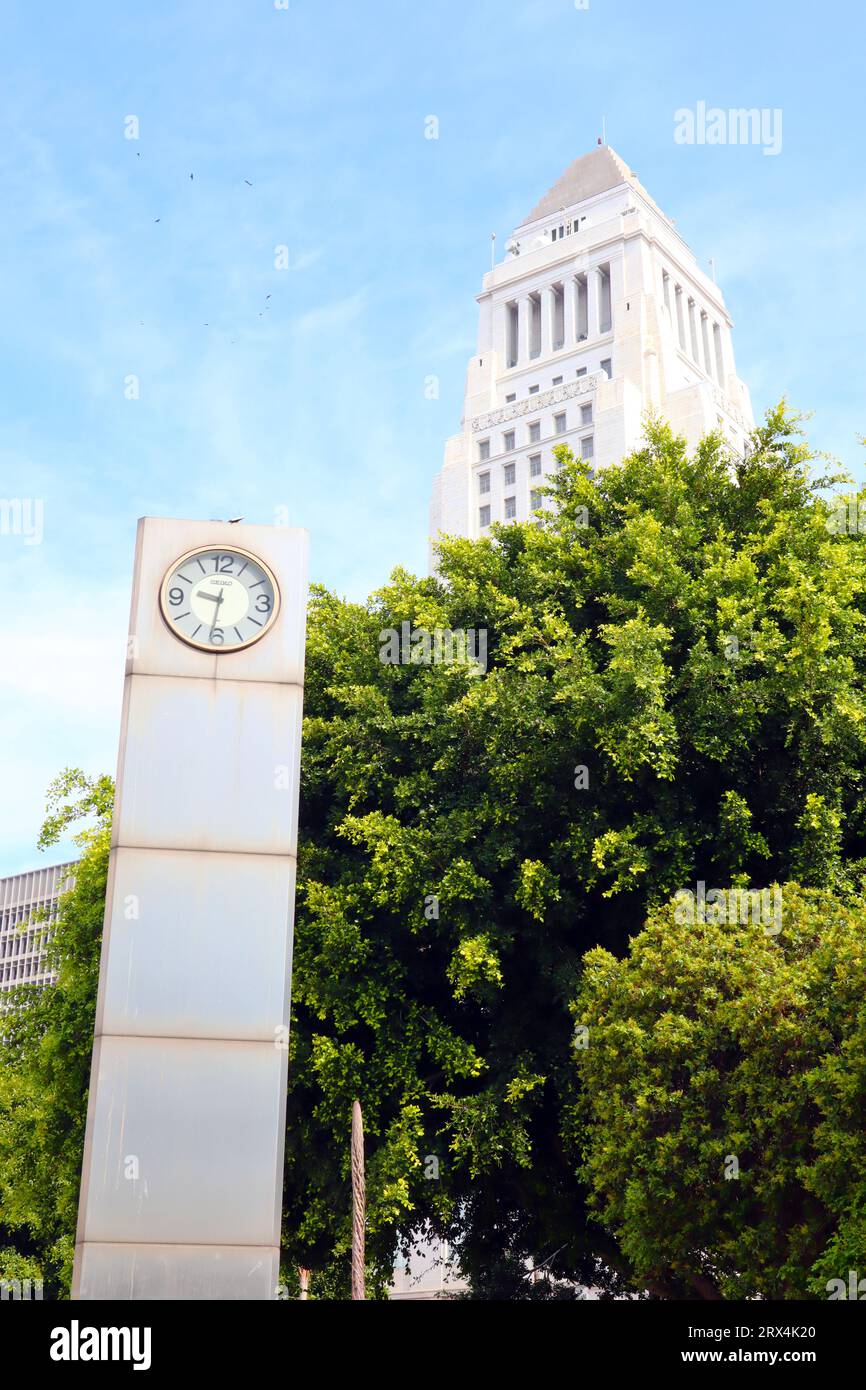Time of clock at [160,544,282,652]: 9:31
